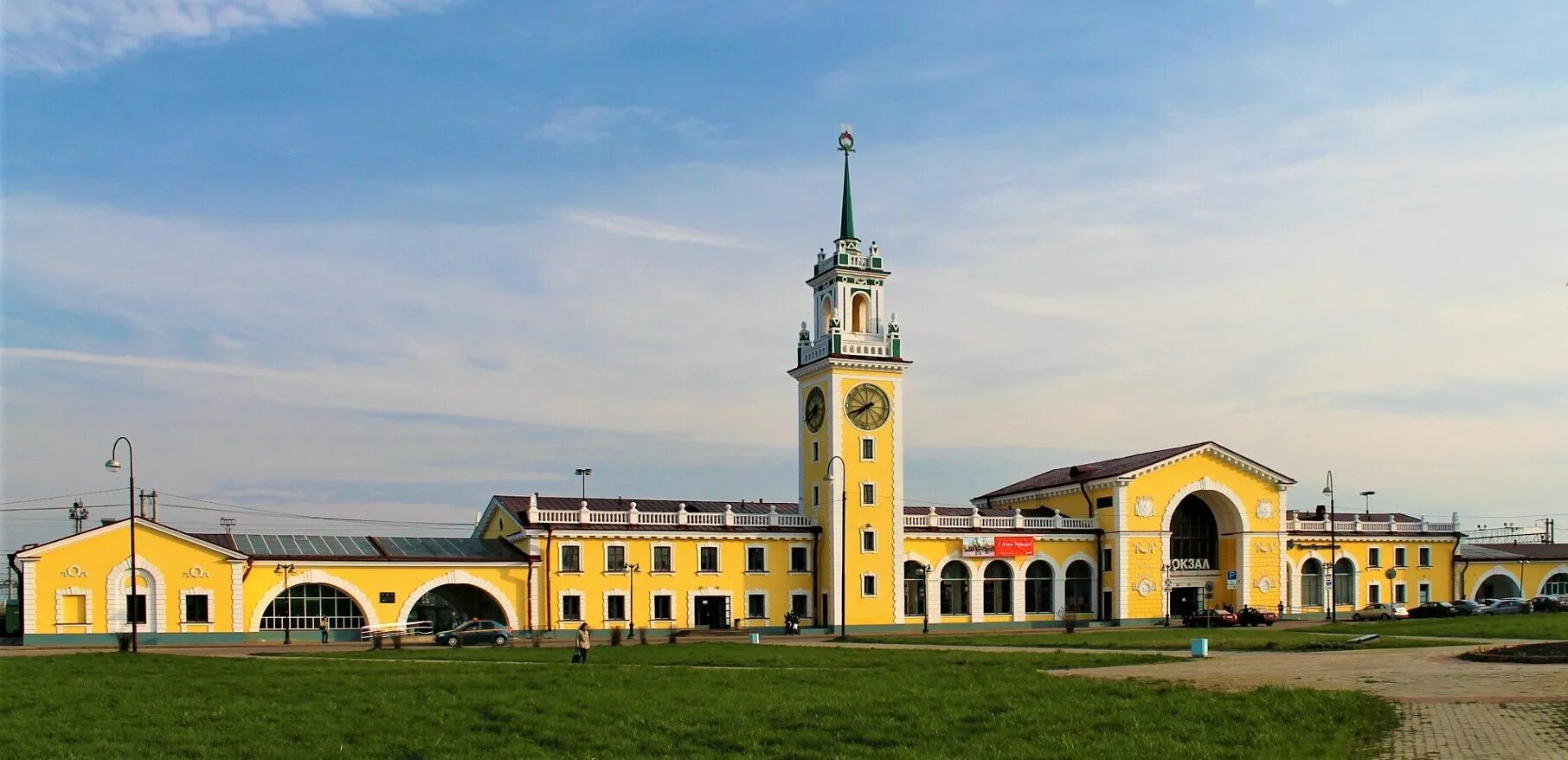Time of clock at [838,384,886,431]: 7:41
